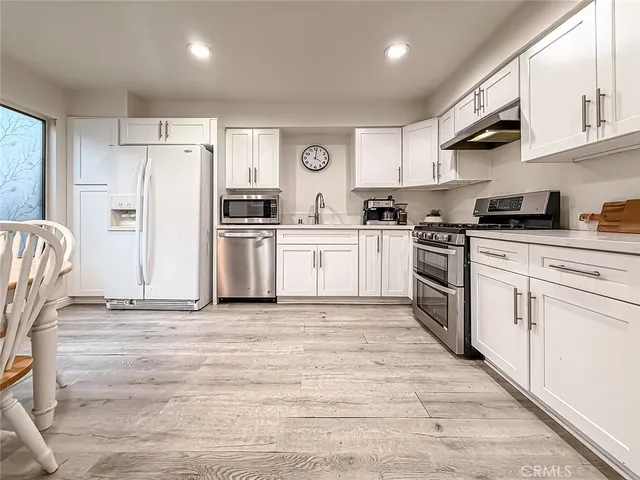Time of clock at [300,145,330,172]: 4:01
